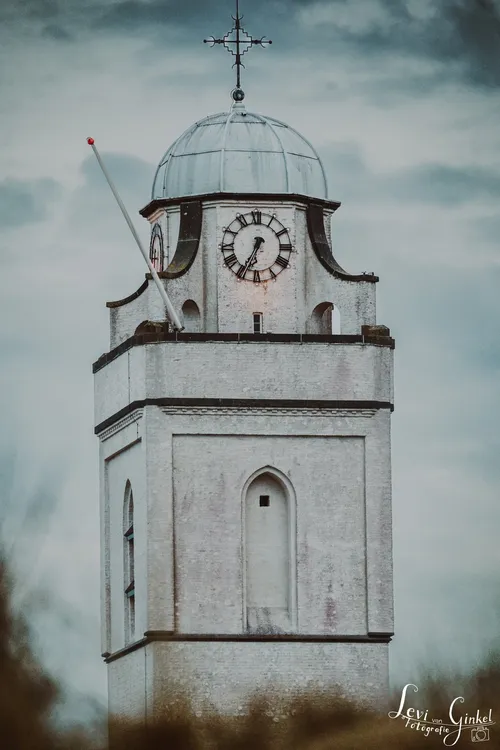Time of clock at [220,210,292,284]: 6:34
